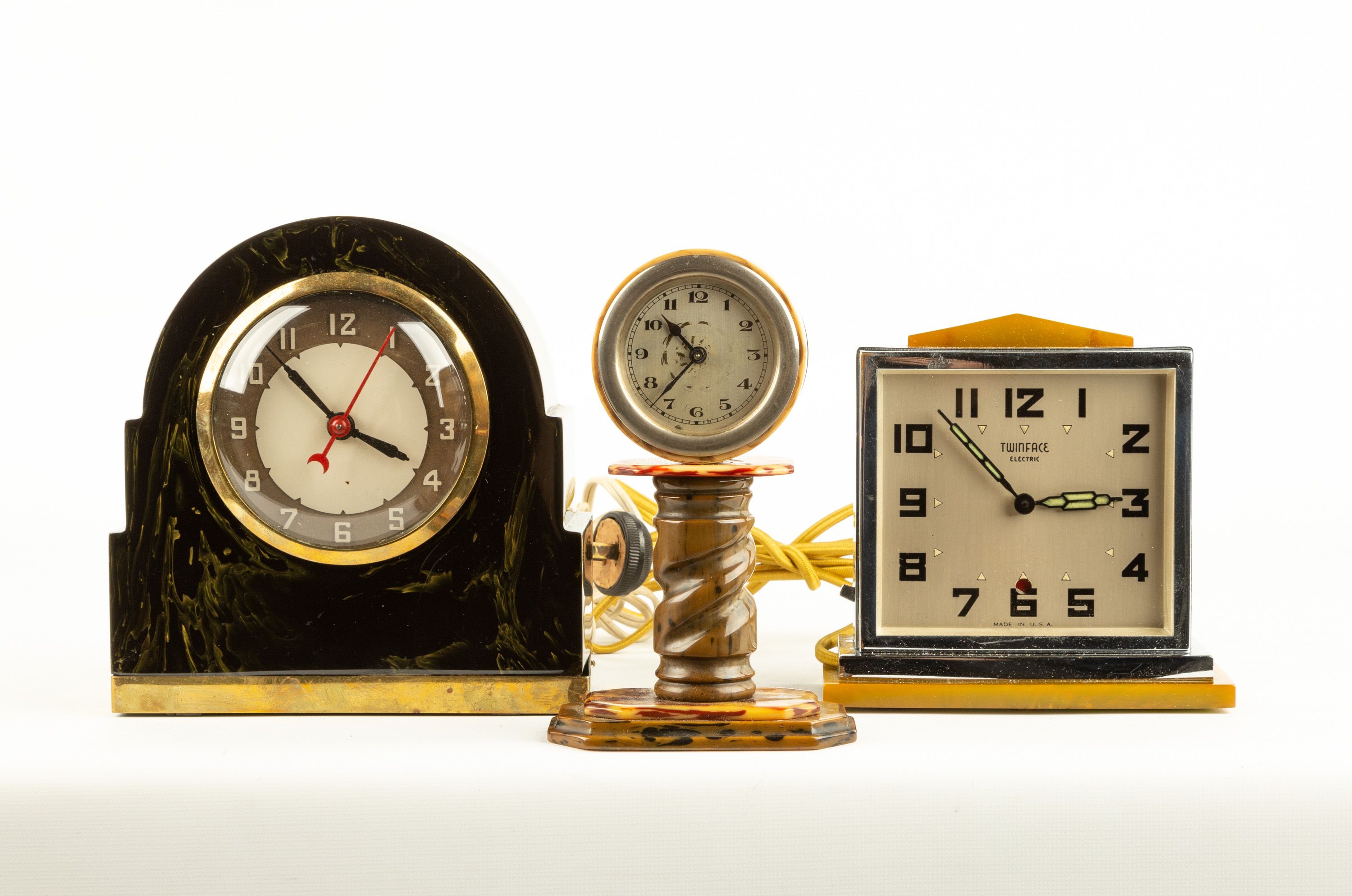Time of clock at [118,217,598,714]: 3:52
